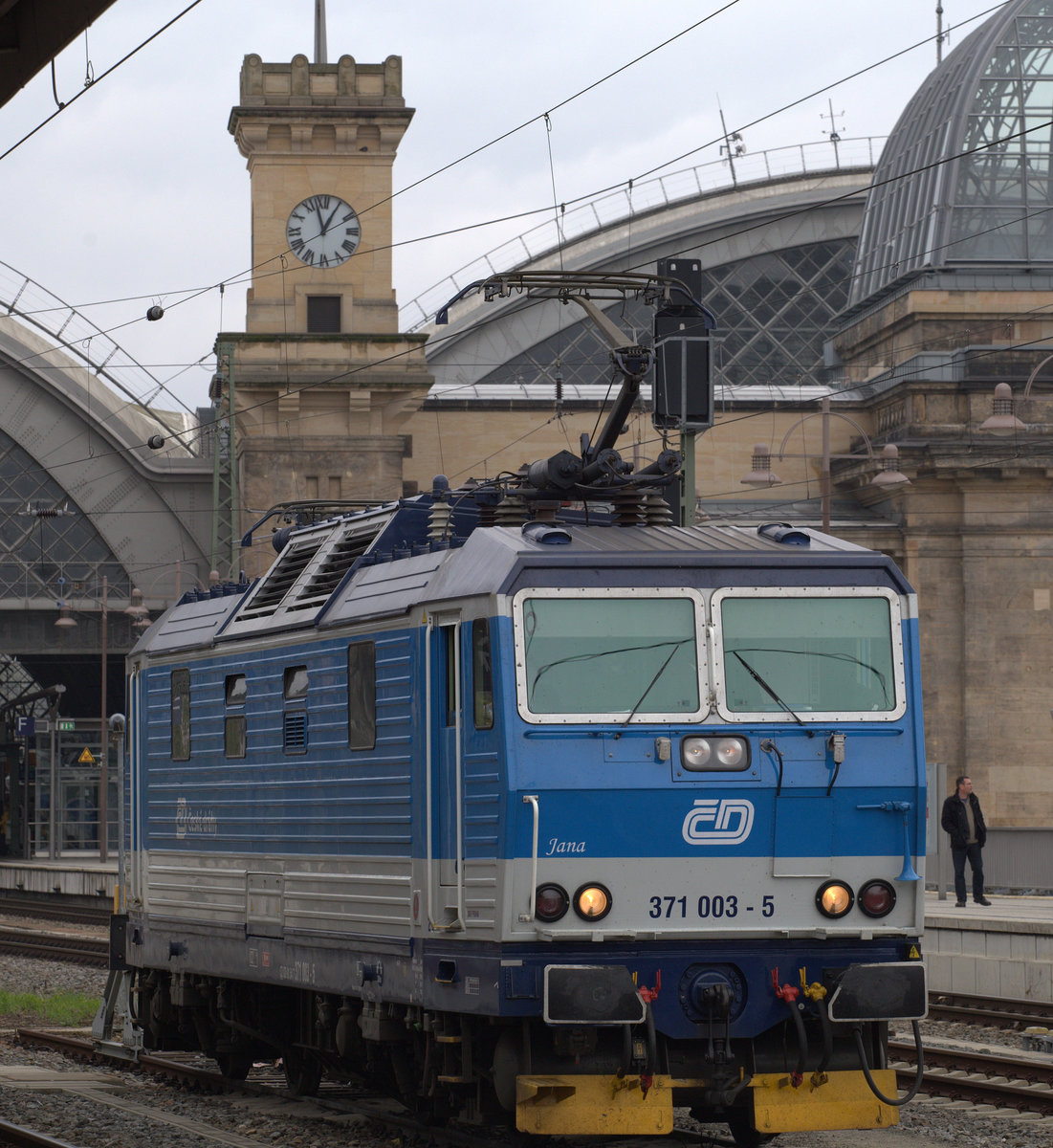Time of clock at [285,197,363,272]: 12:57
